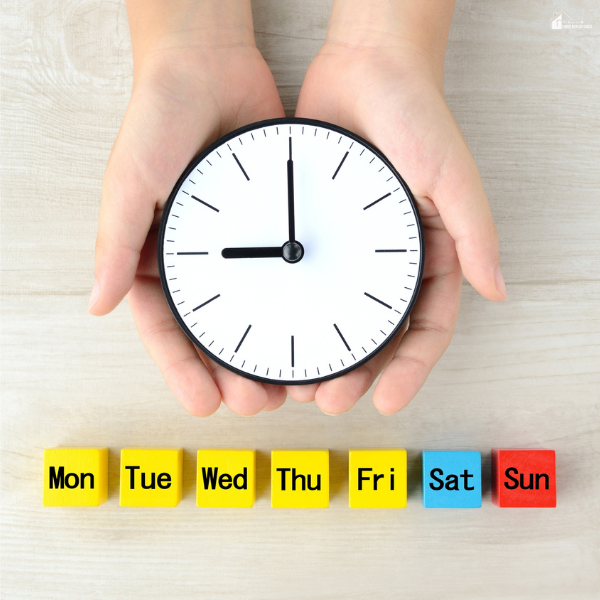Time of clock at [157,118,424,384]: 8:59
